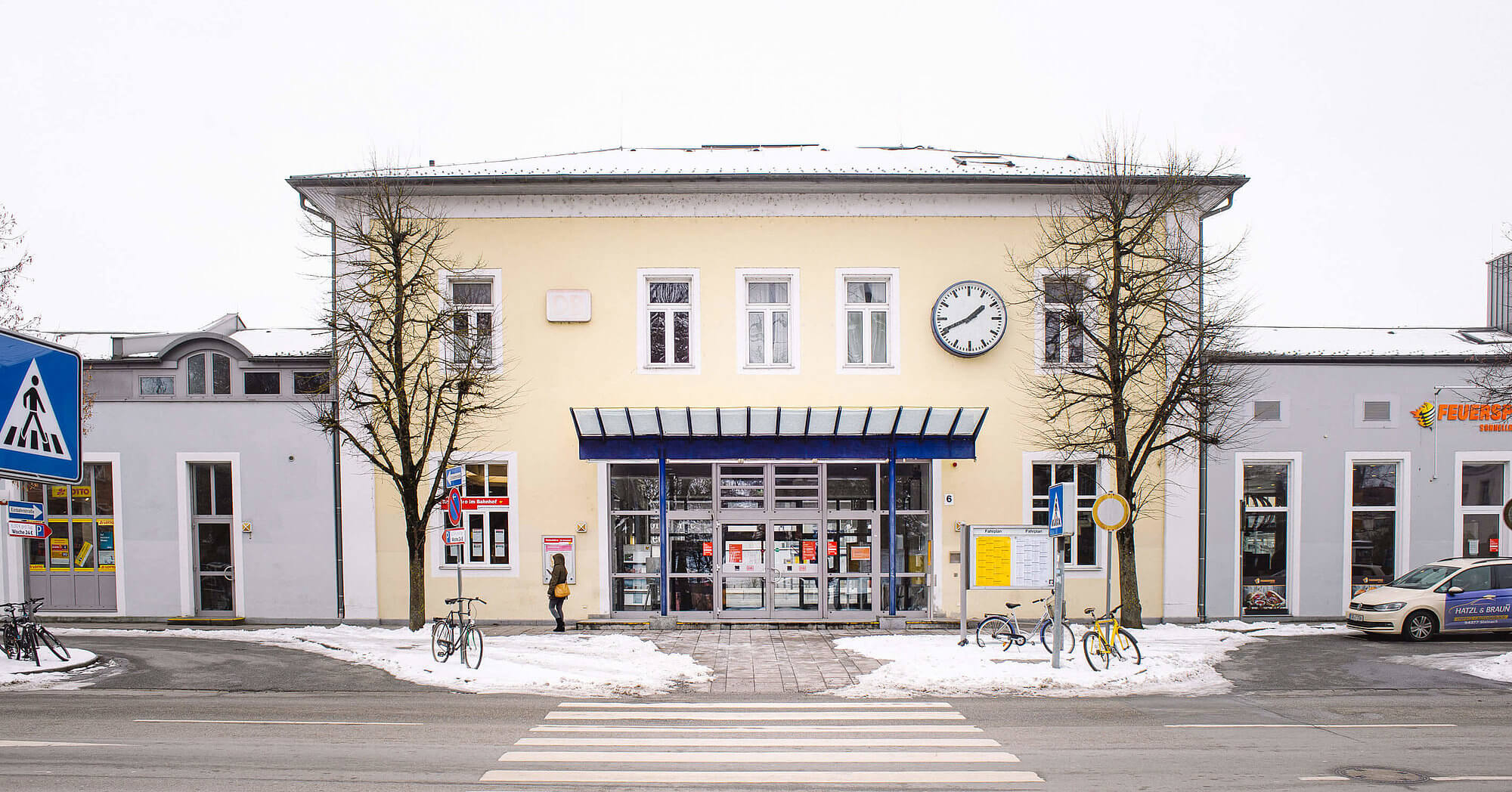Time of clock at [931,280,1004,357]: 1:41
